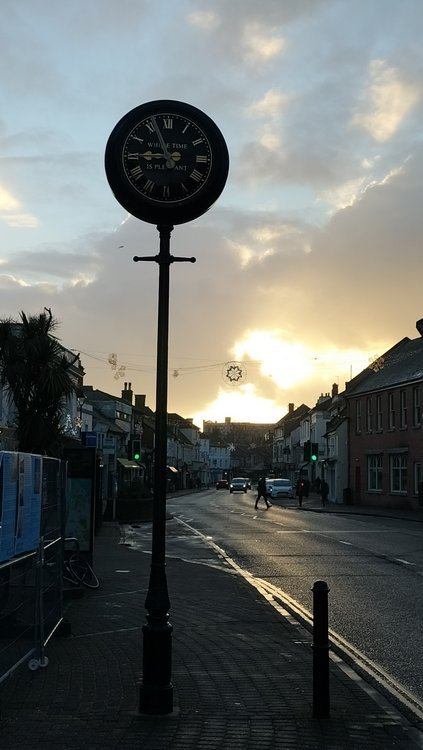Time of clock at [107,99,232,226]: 8:56
